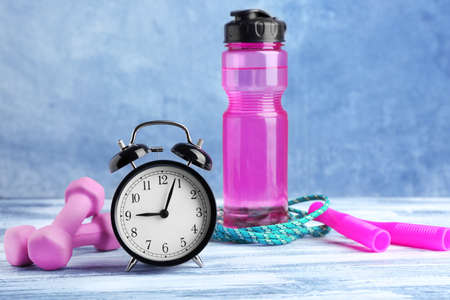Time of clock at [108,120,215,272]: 9:03
